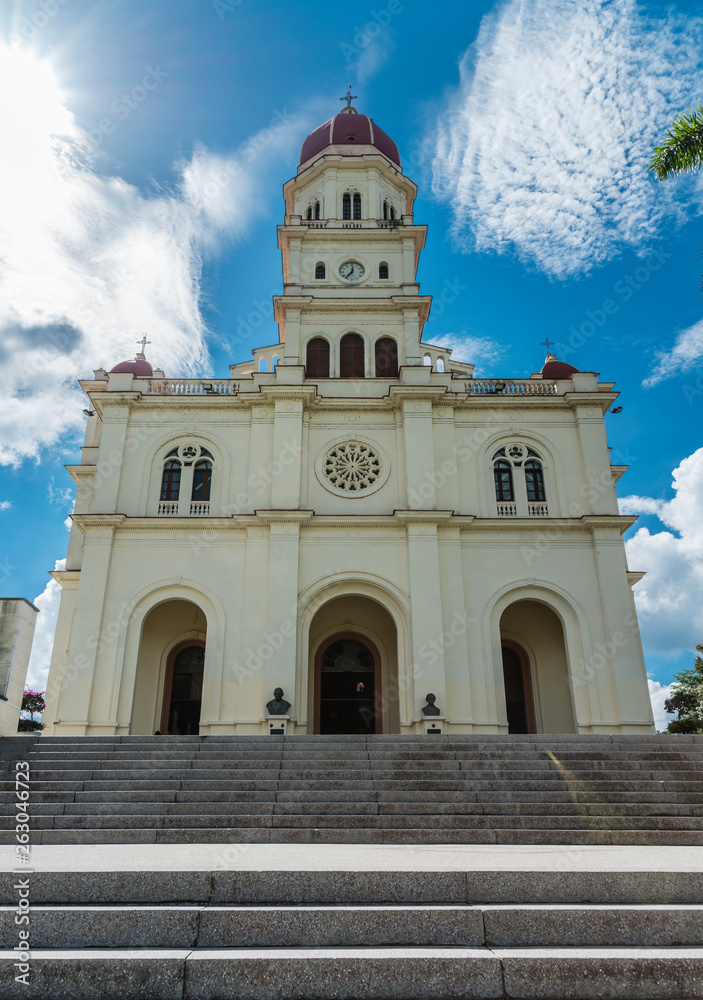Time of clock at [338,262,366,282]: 12:36
